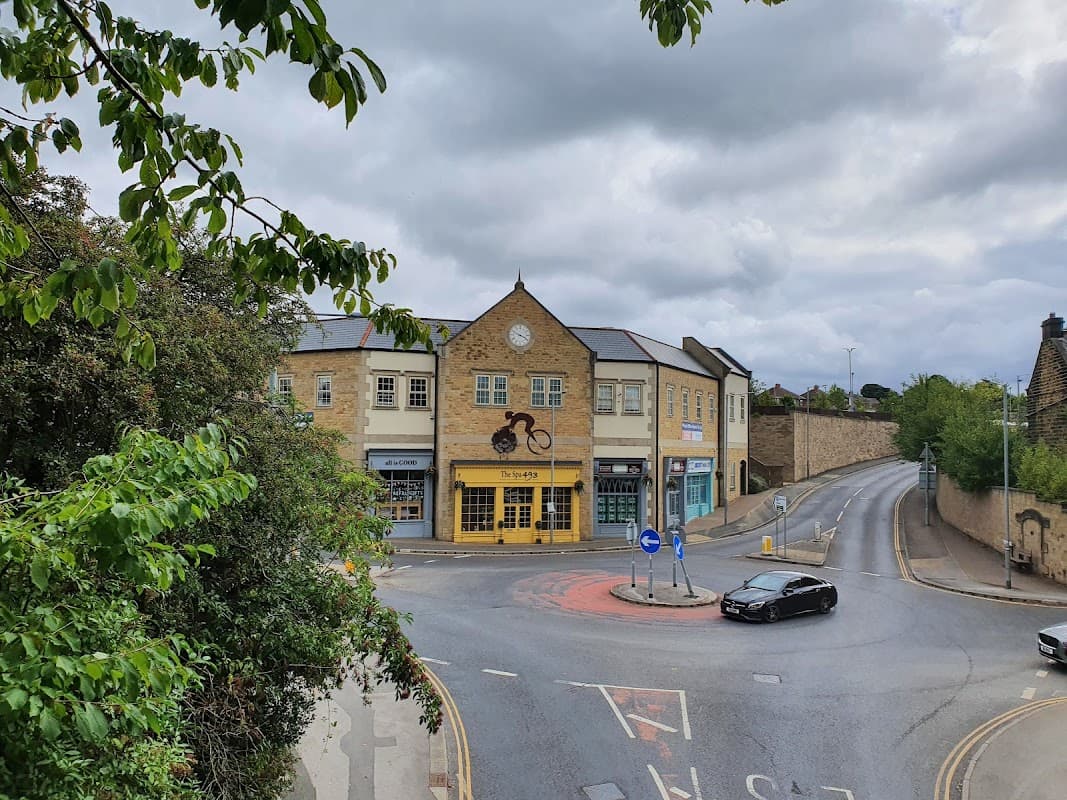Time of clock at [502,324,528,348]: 3:48
